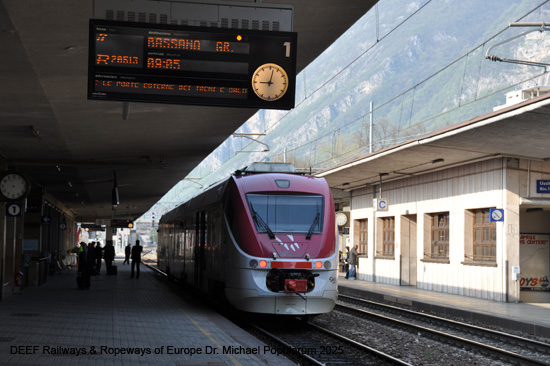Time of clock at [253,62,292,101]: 9:01
